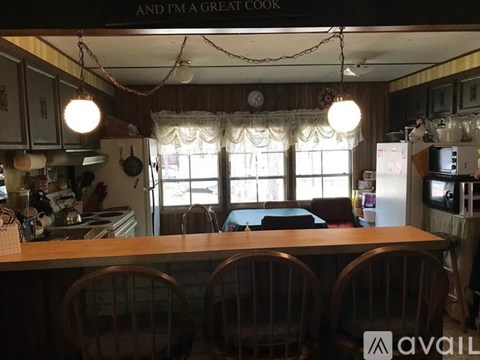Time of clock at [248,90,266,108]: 4:07
